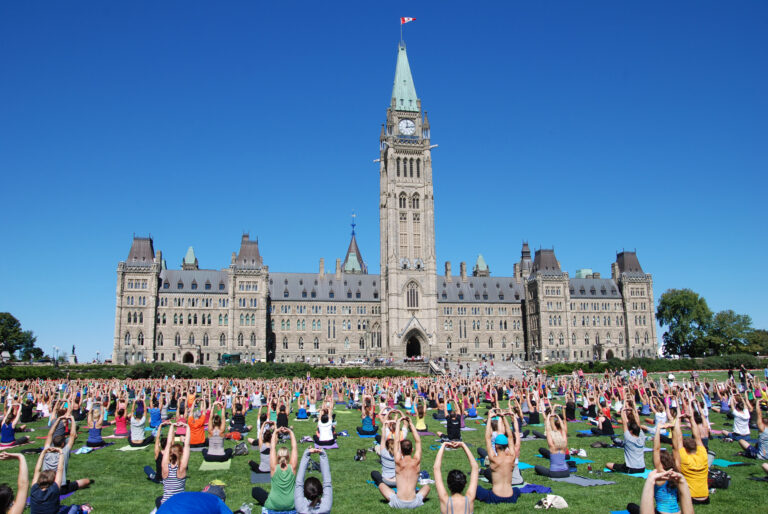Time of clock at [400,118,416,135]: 12:13
